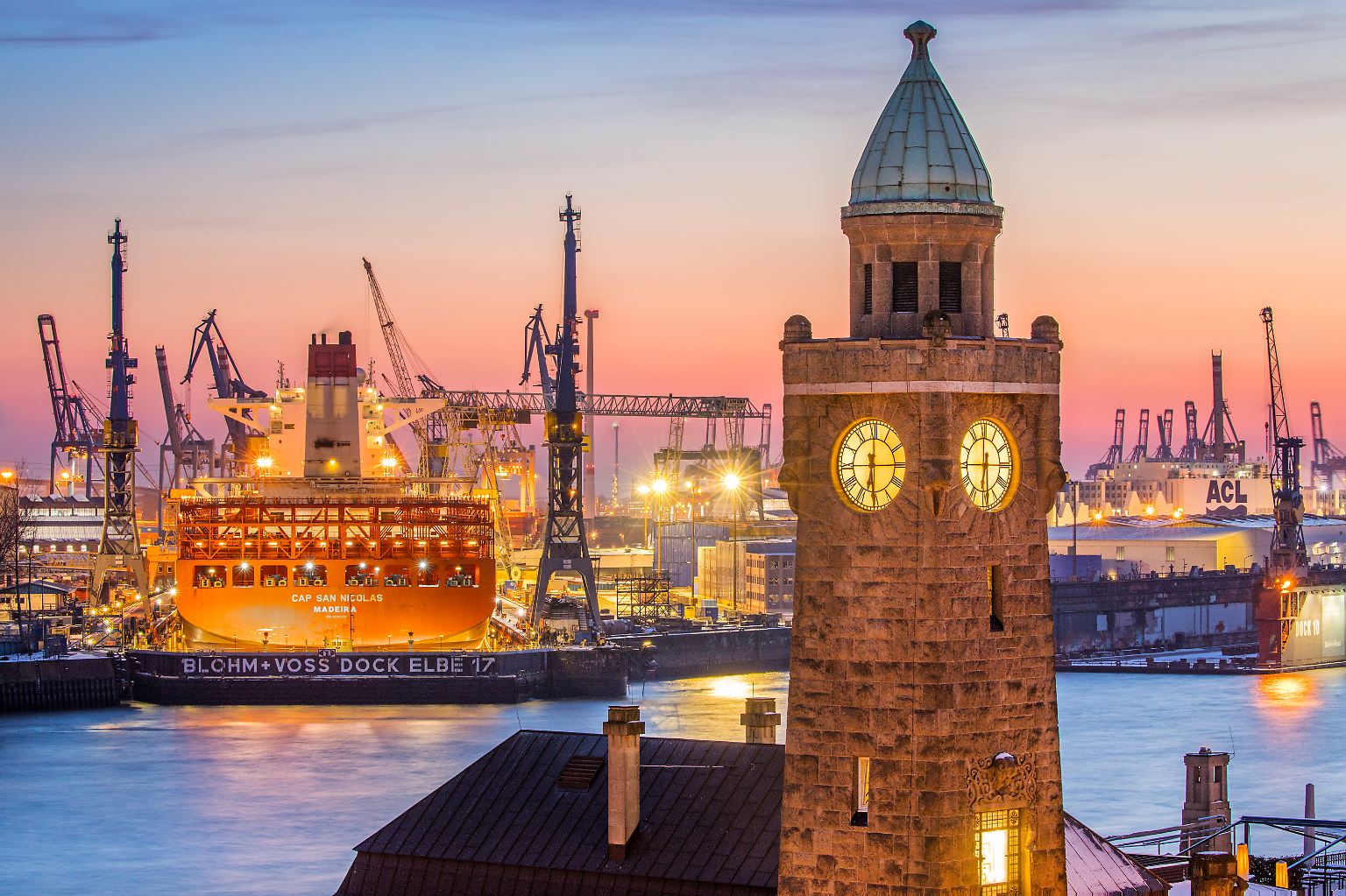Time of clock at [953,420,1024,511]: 5:59
